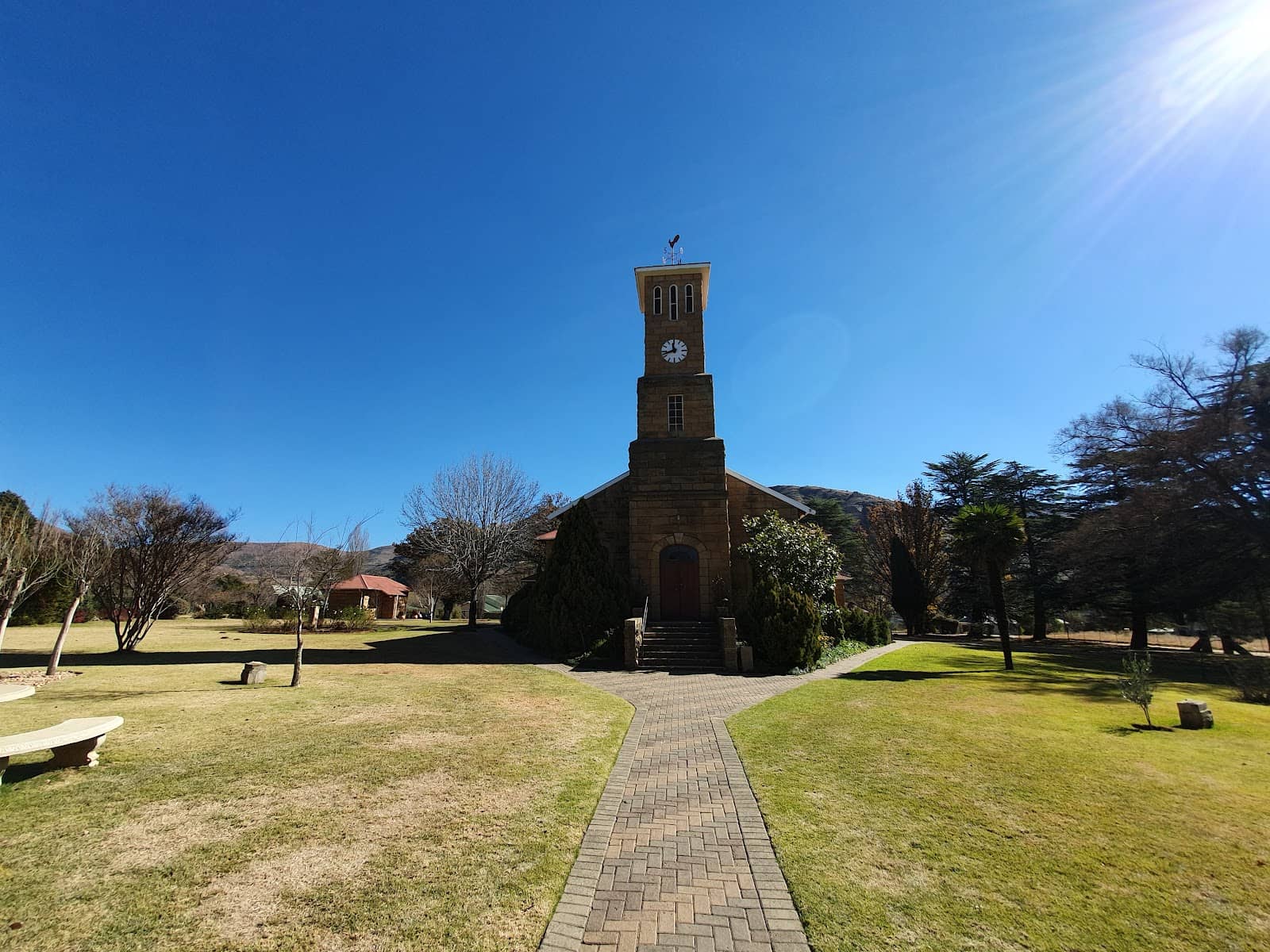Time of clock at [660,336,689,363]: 11:42
